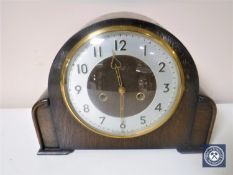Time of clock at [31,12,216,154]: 11:30
